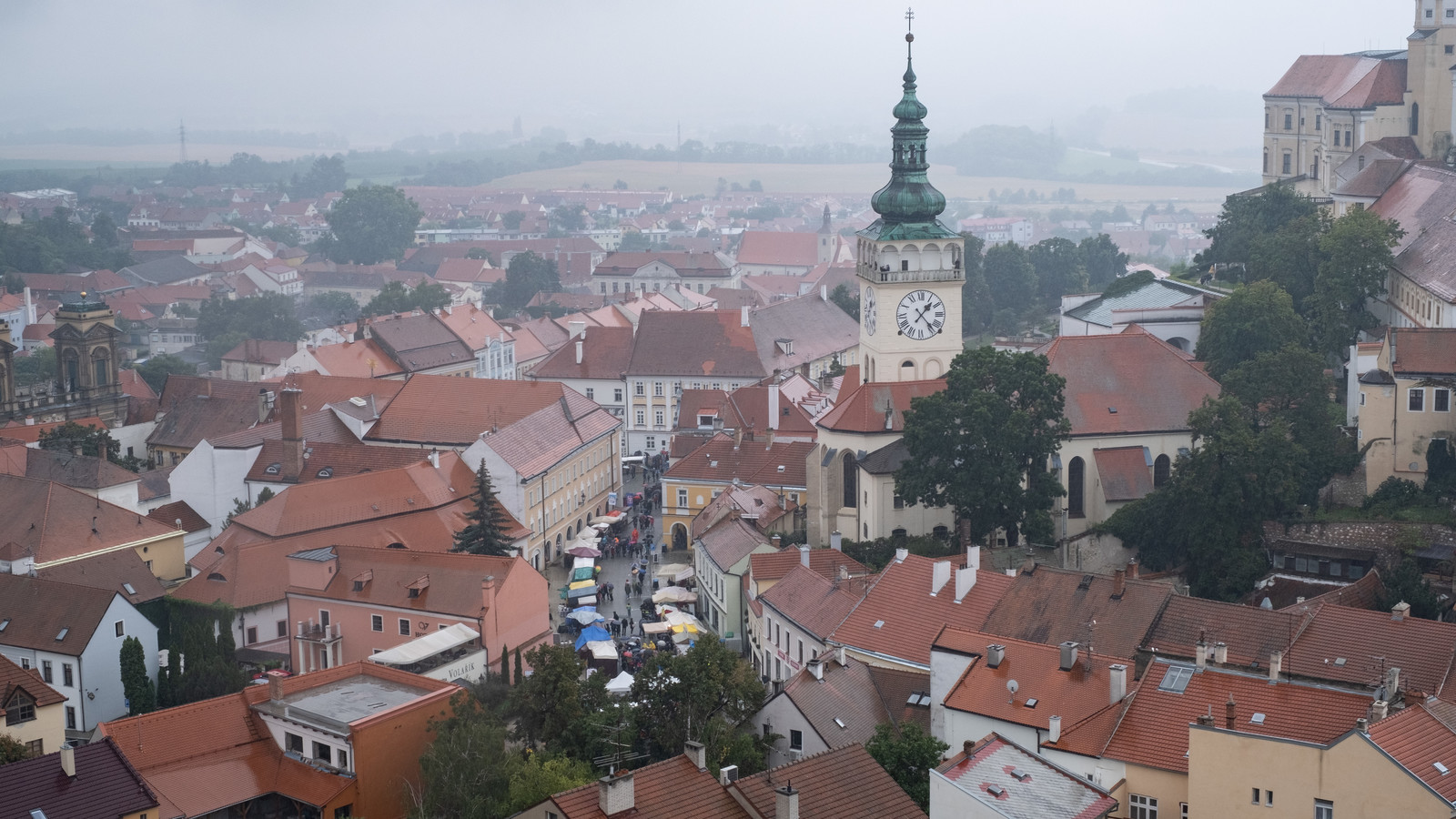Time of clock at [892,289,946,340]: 1:23
